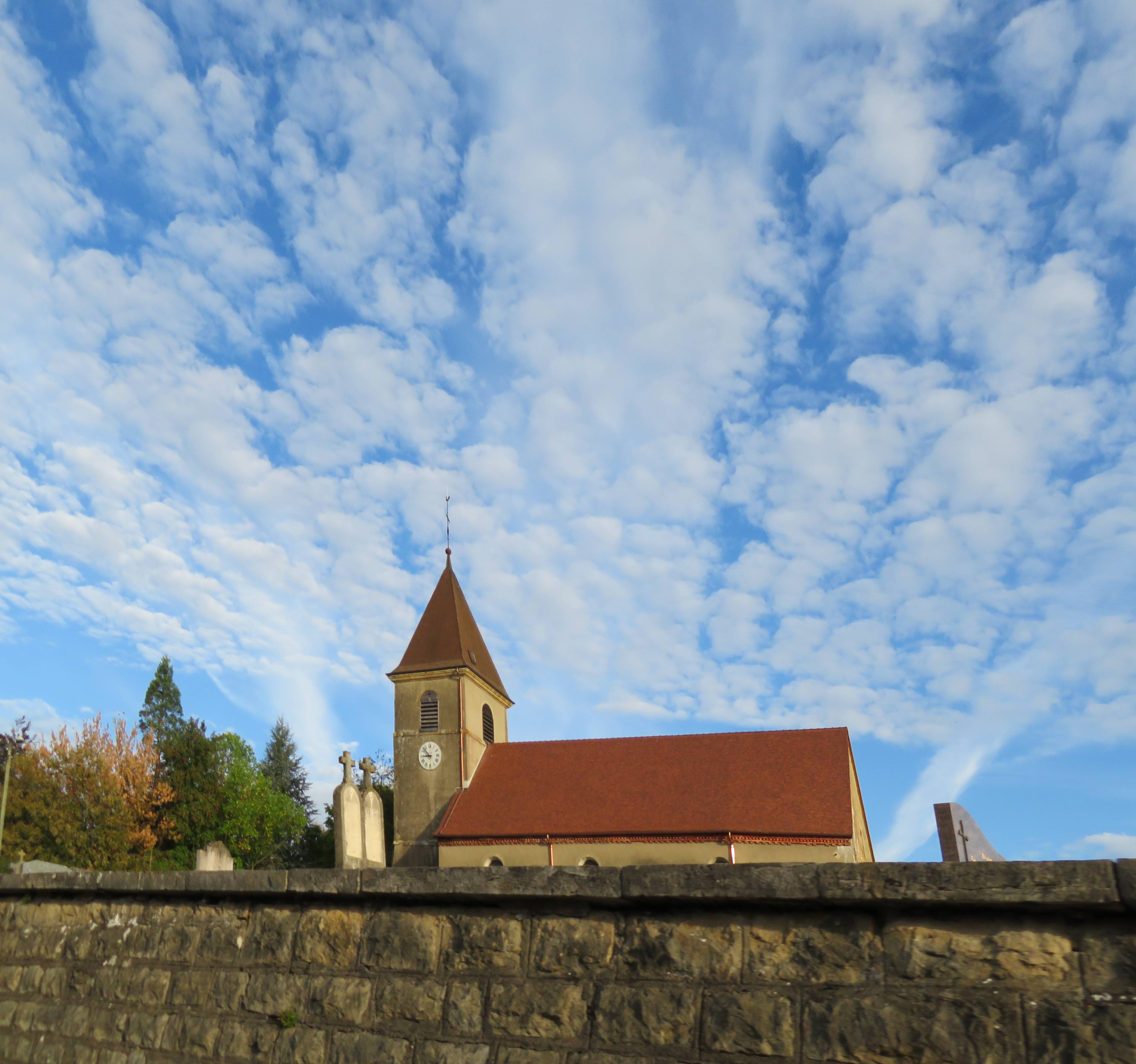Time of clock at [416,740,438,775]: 8:52
